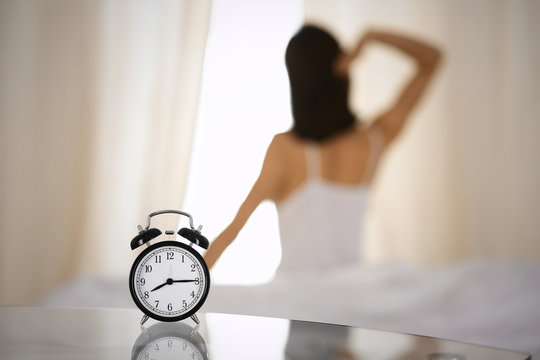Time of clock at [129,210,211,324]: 8:14
